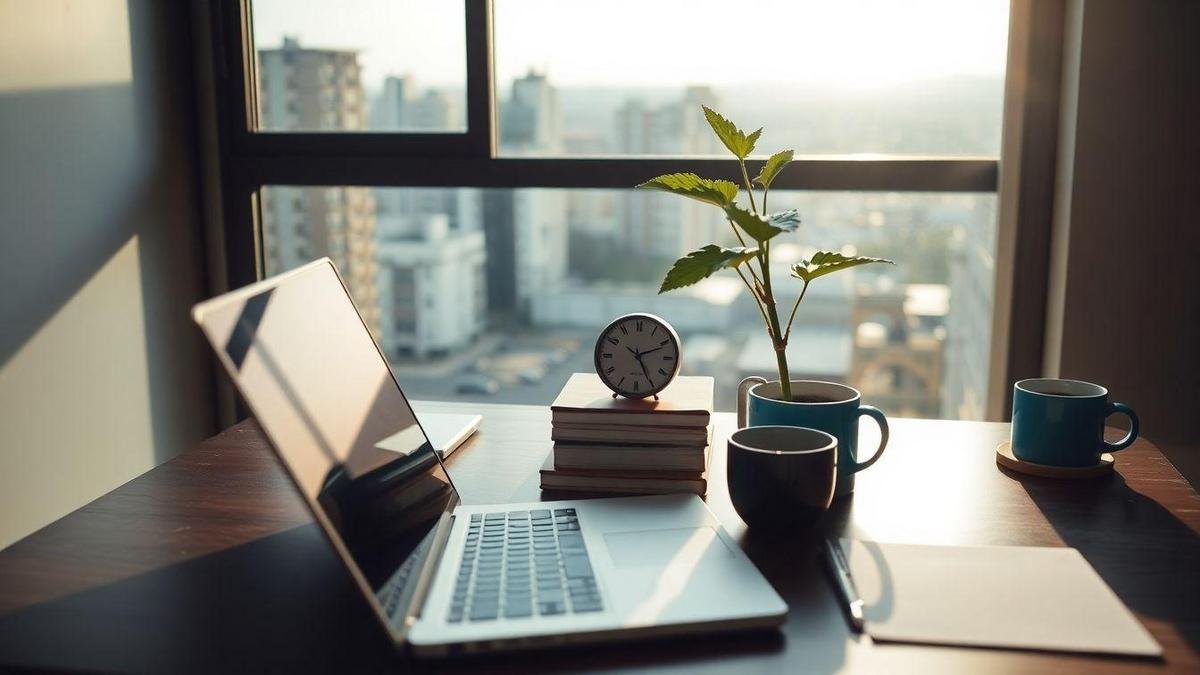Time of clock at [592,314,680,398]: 2:25
